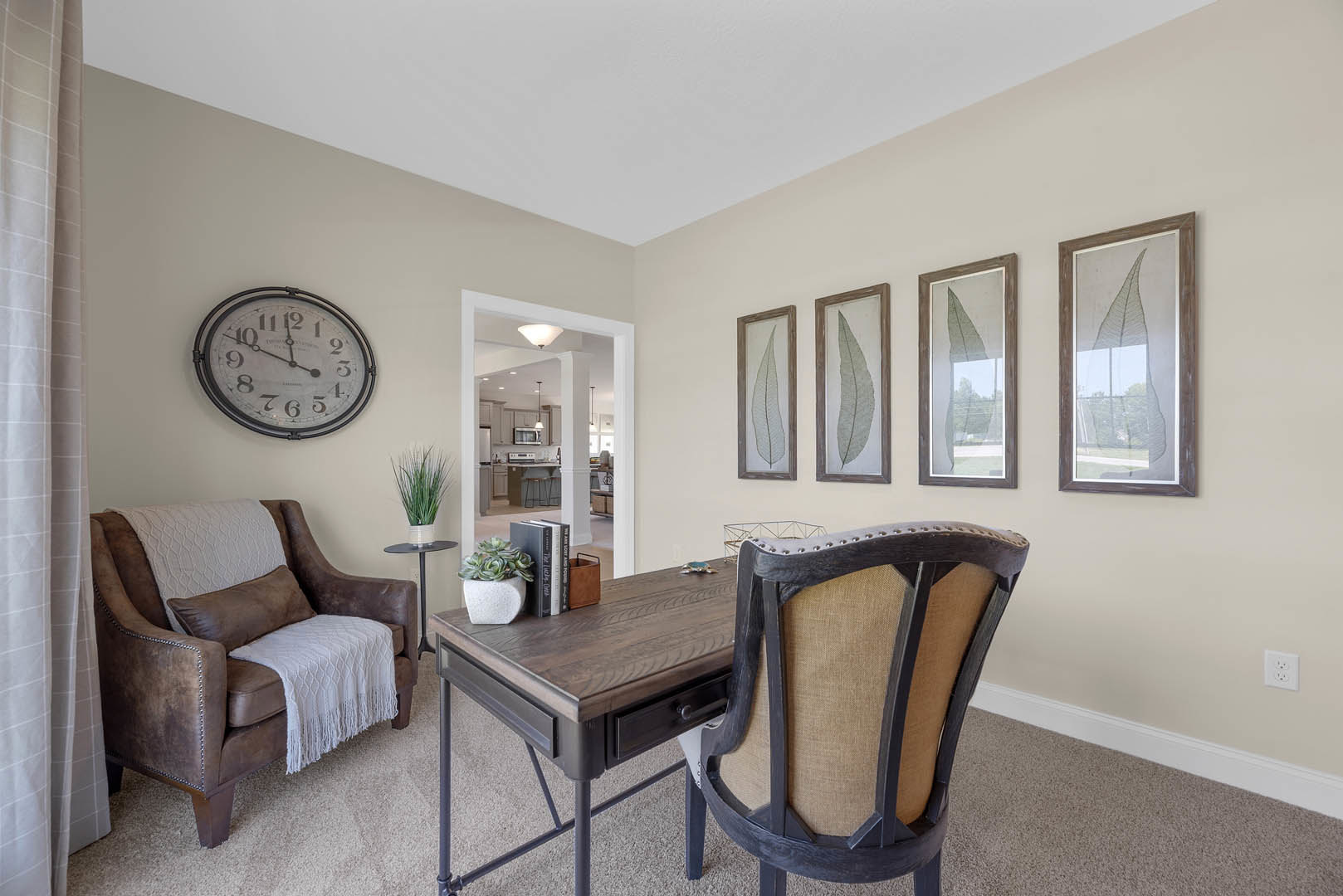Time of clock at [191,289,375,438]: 11:48
